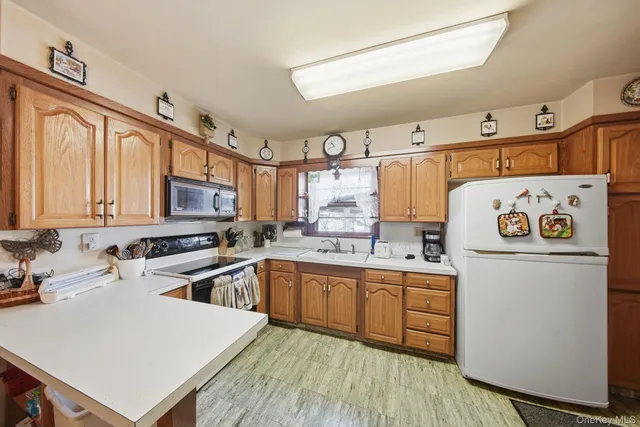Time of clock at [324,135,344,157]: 10:41
